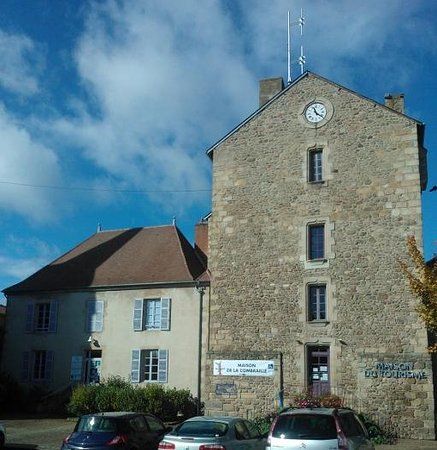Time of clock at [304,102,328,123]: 11:21
